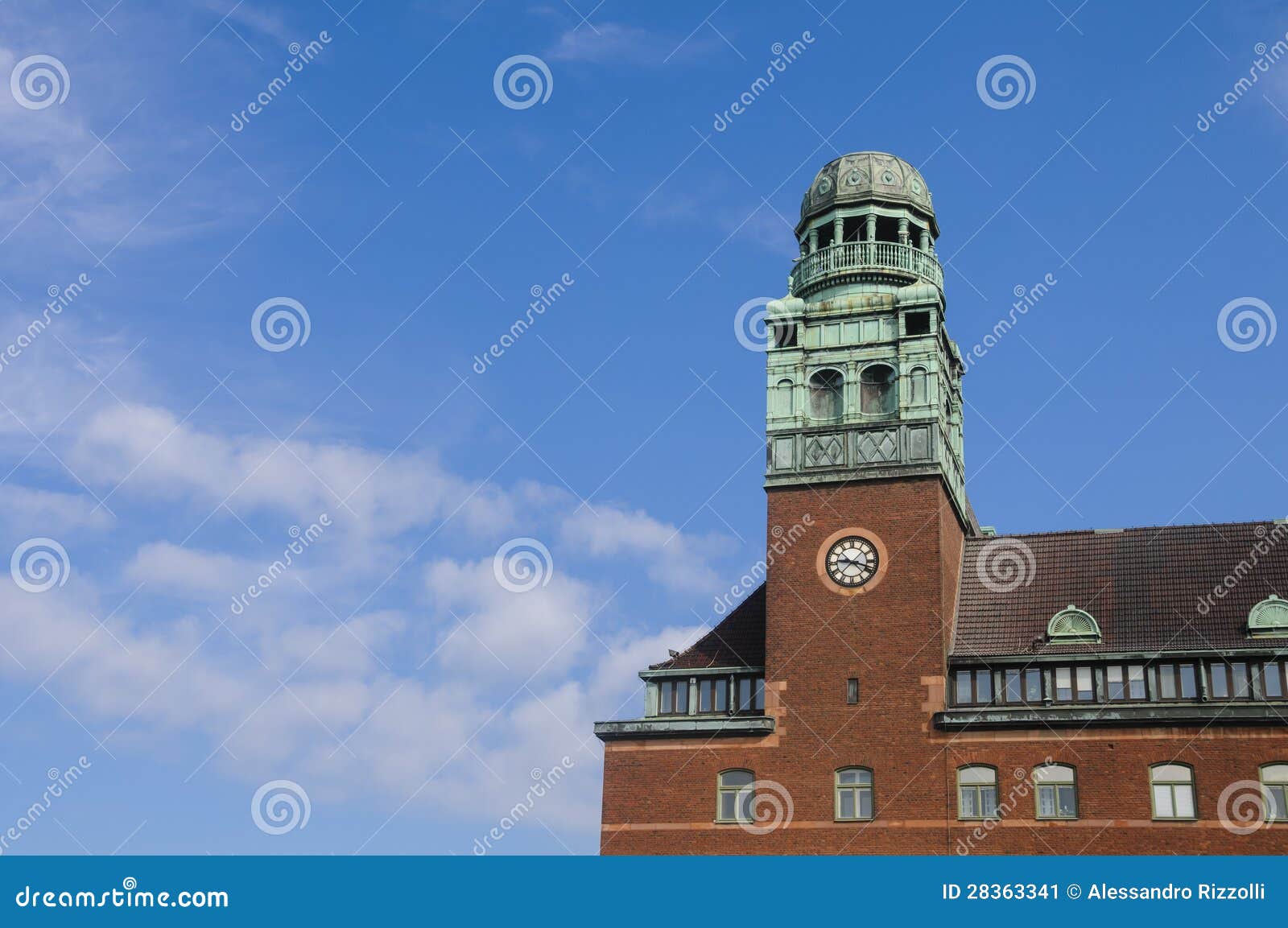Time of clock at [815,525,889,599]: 9:18
